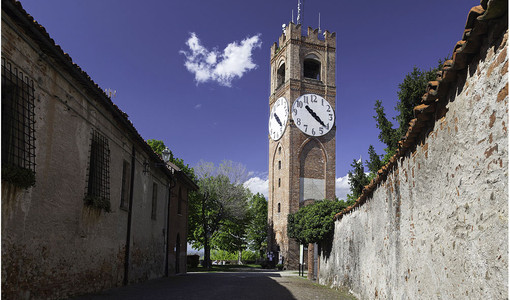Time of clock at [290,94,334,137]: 10:21
